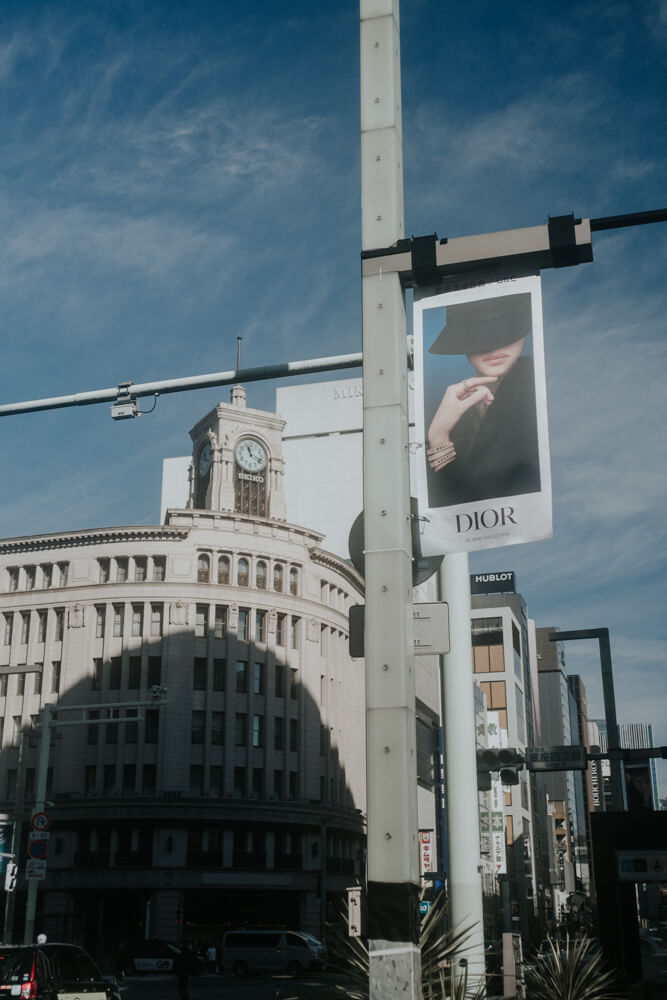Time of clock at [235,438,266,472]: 11:18
